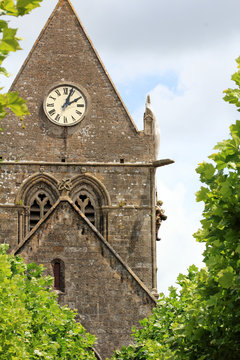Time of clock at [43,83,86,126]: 2:03
